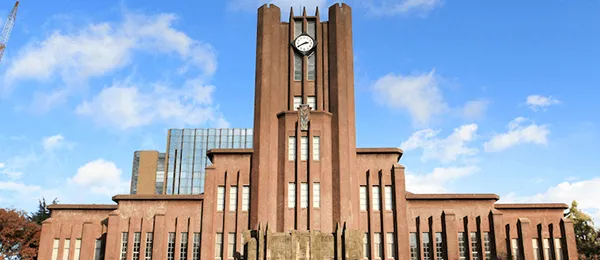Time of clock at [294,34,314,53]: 2:40
